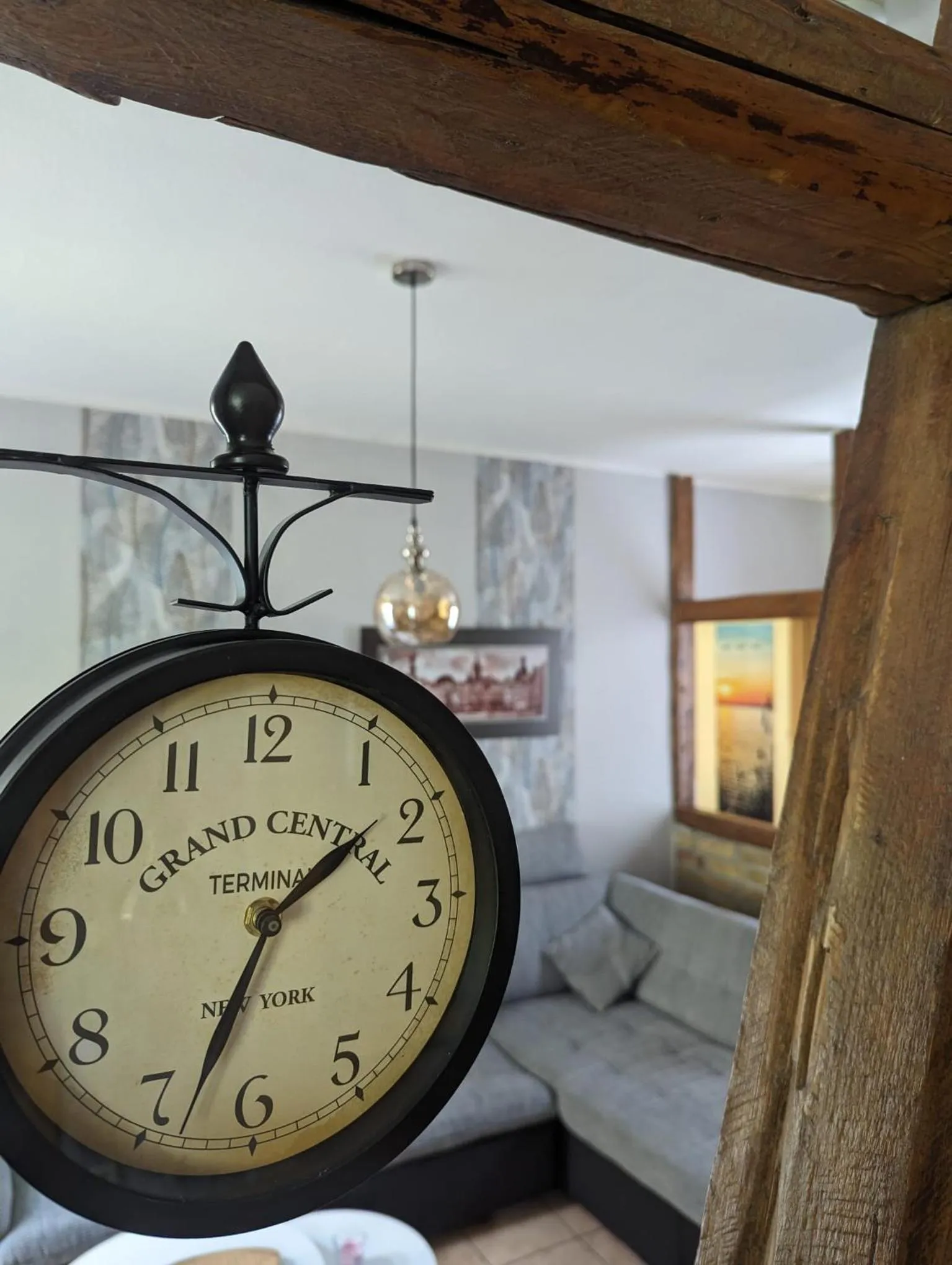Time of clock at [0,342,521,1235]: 1:33
